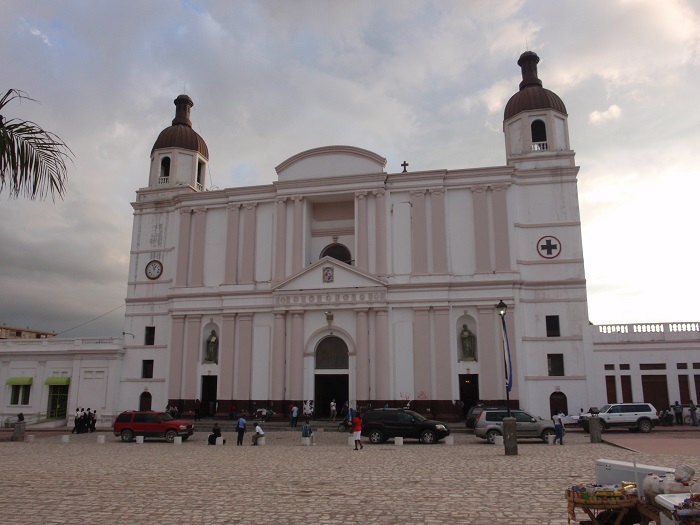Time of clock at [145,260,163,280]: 12:57
